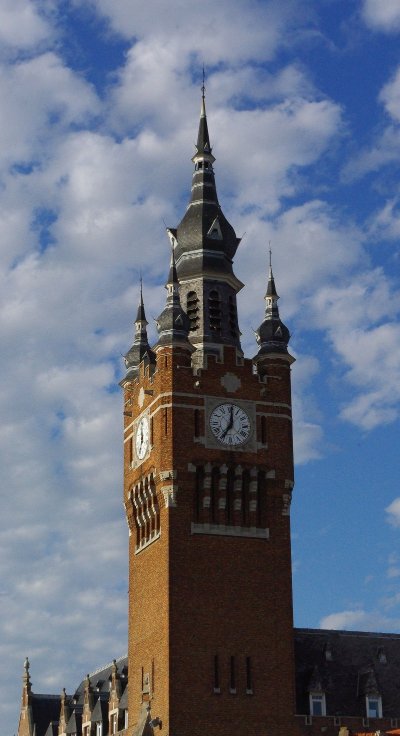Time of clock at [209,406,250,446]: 7:00
